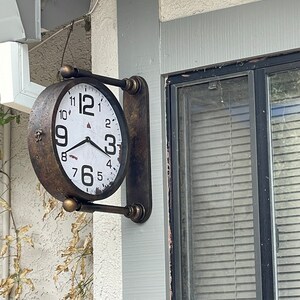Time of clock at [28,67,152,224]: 3:40
